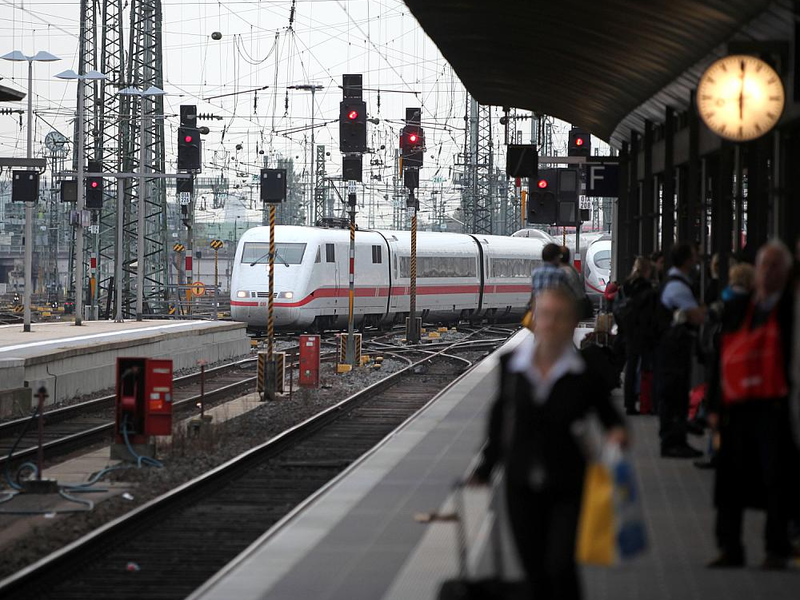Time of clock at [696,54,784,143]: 6:00
